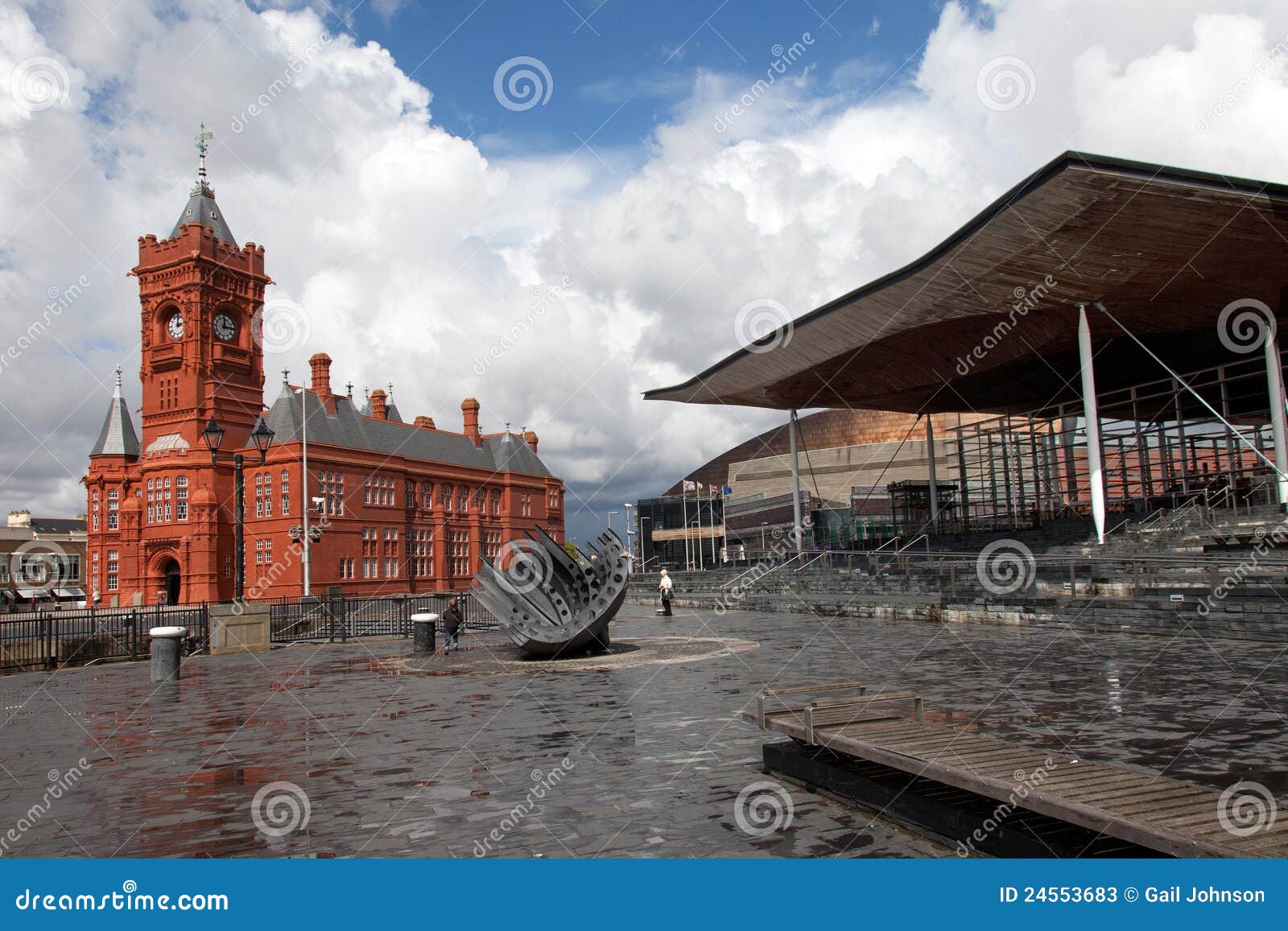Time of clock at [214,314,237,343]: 12:14
